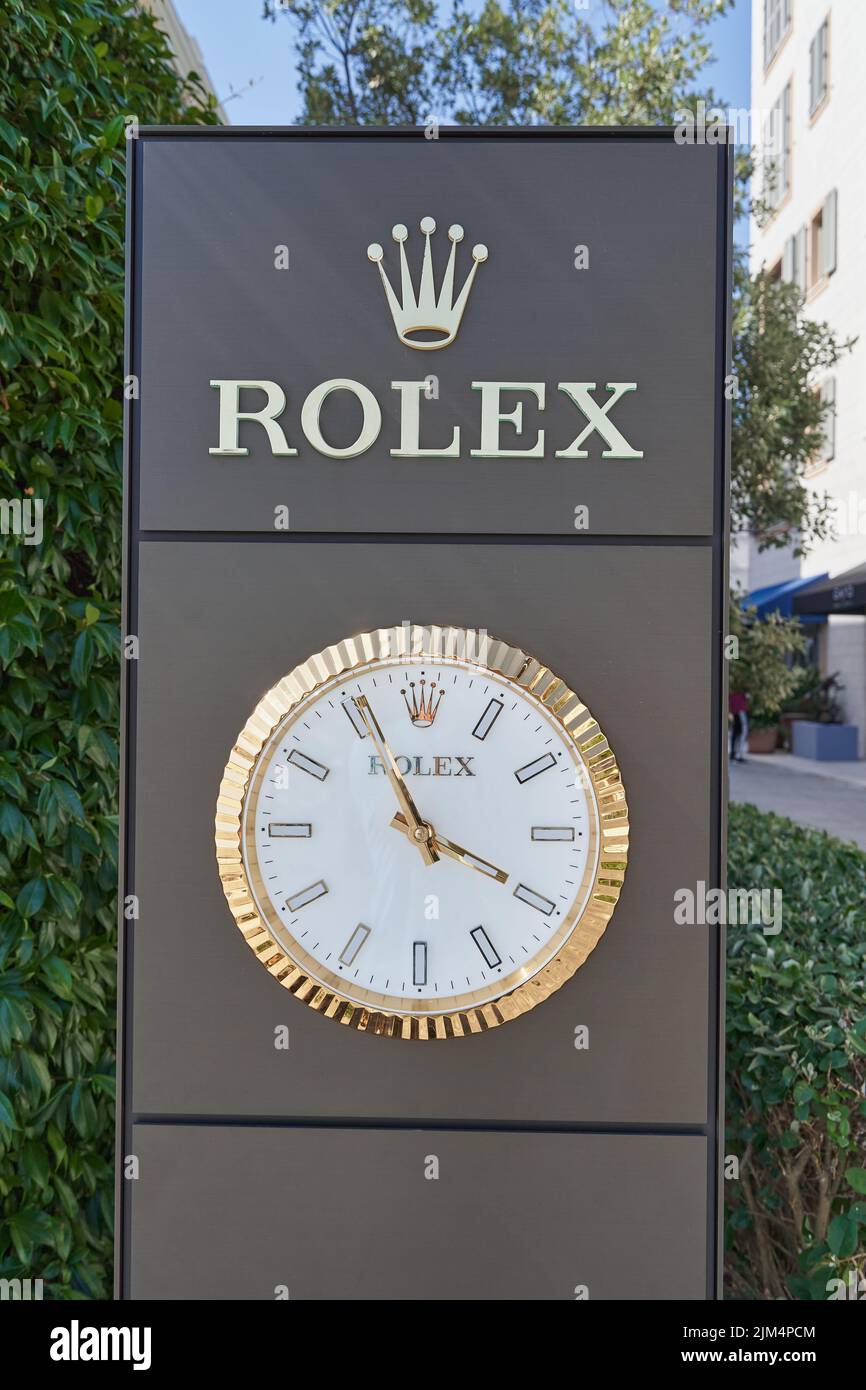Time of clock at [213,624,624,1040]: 3:55
